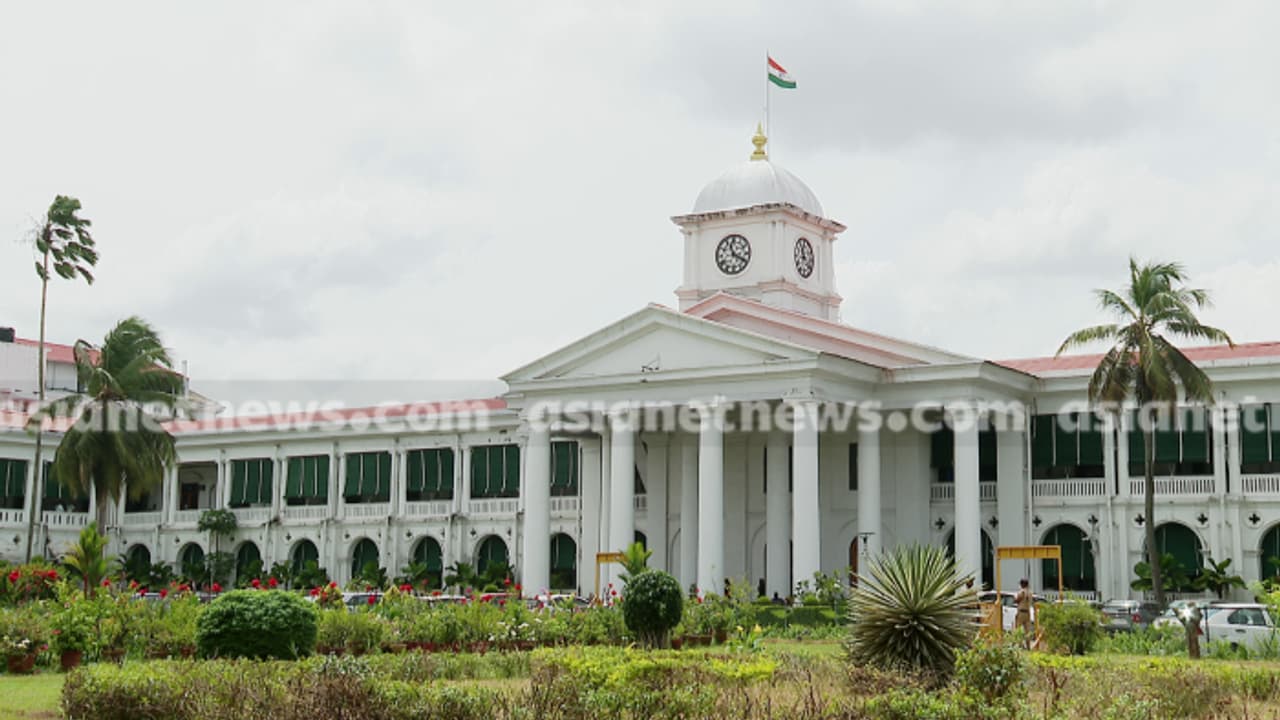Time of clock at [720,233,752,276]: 11:19
